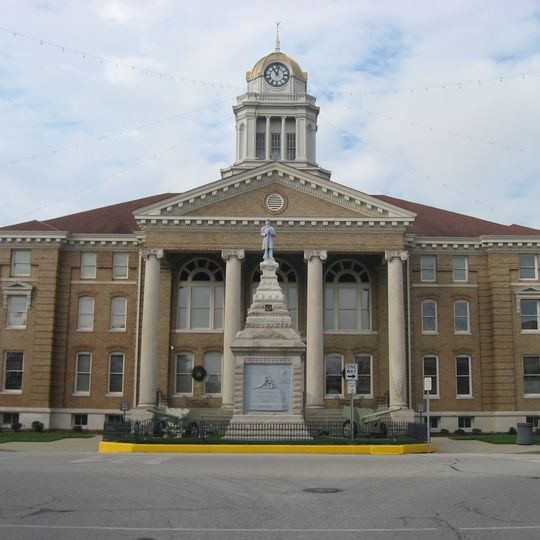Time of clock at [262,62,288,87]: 11:02
